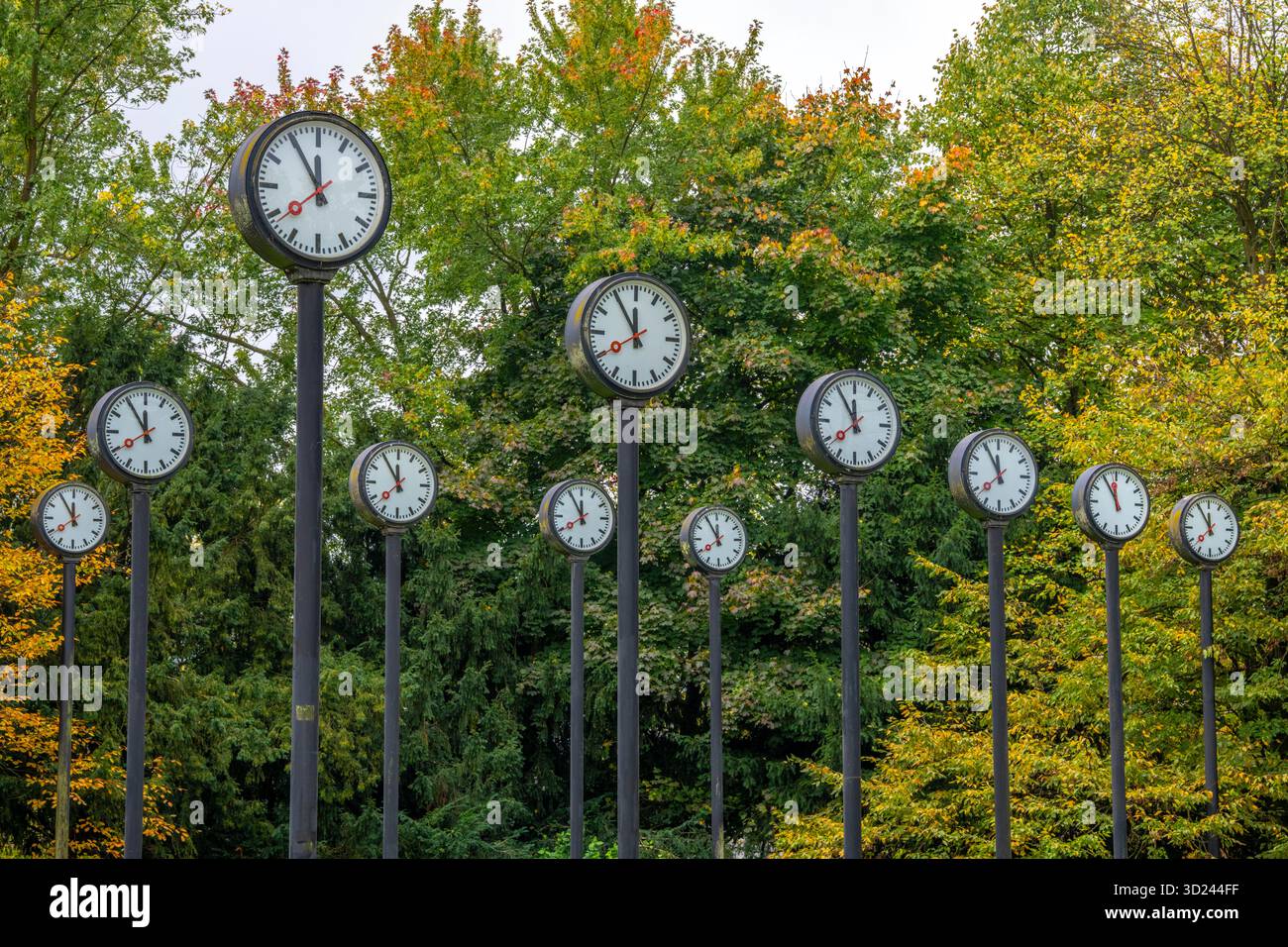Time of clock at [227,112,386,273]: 11:55
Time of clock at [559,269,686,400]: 11:54
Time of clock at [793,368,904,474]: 11:54
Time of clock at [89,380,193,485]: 11:54
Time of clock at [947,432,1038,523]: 11:55
